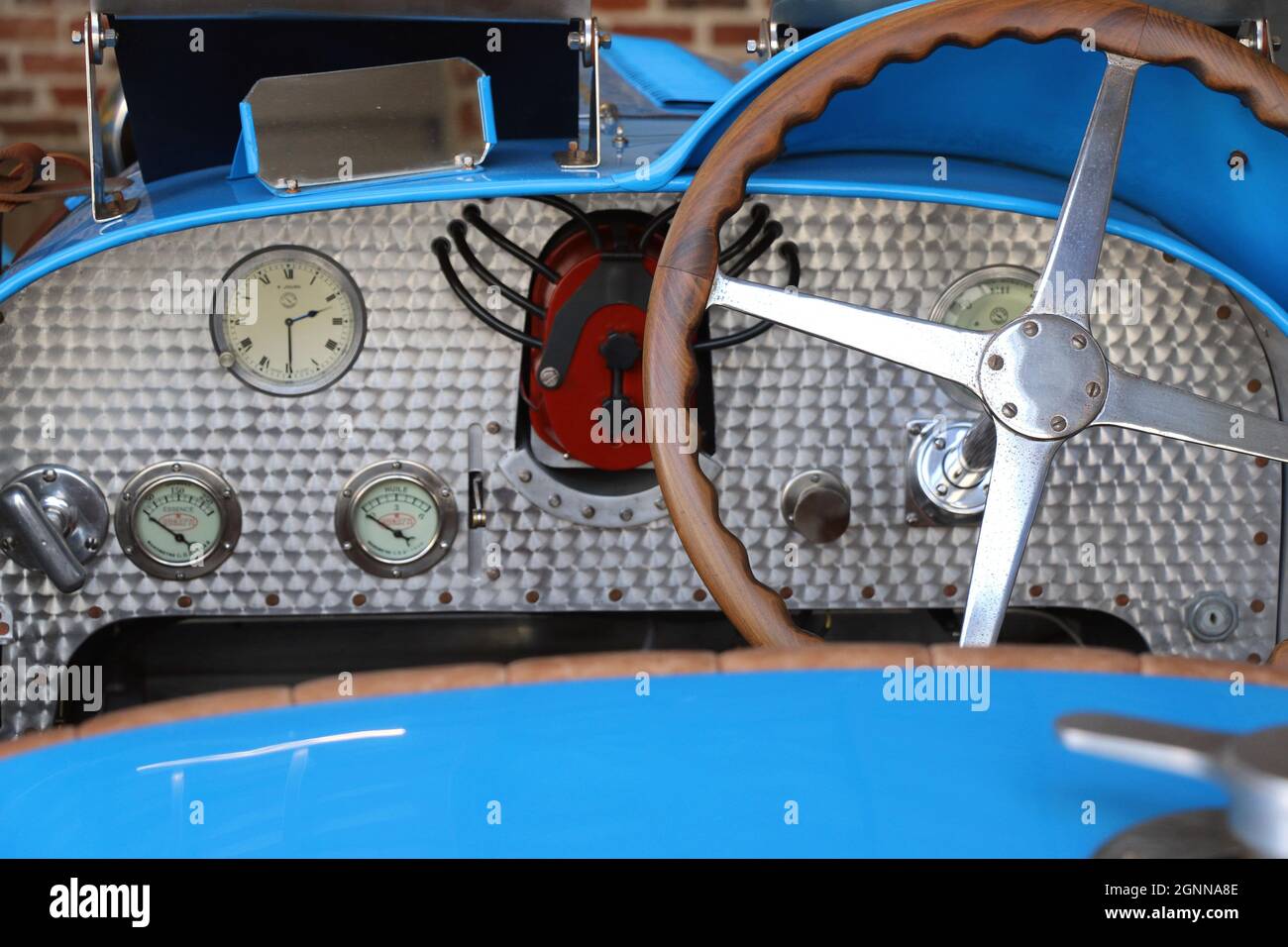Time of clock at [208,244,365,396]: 2:29
